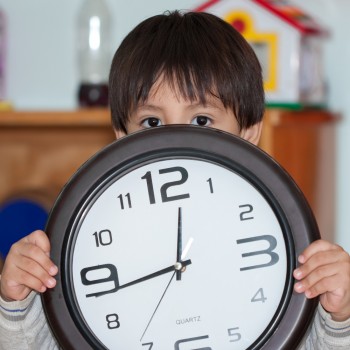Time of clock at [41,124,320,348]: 12:43
